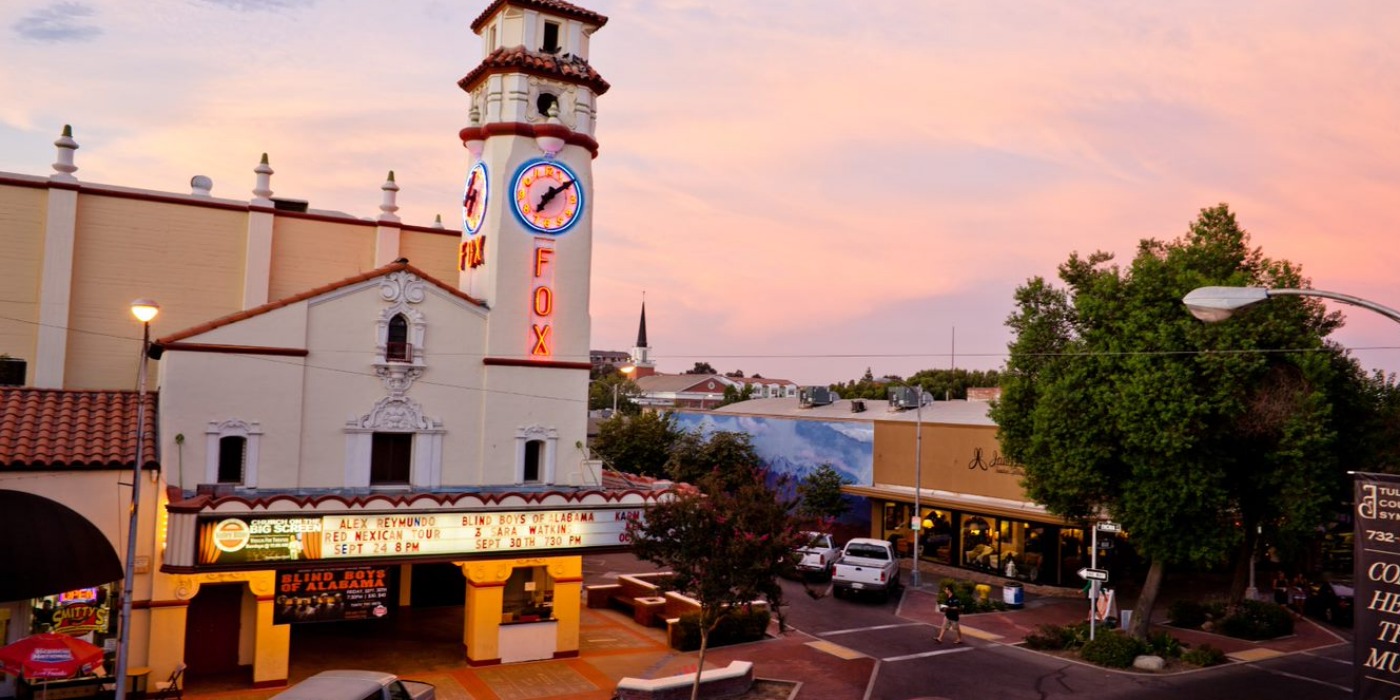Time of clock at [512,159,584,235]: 7:09
